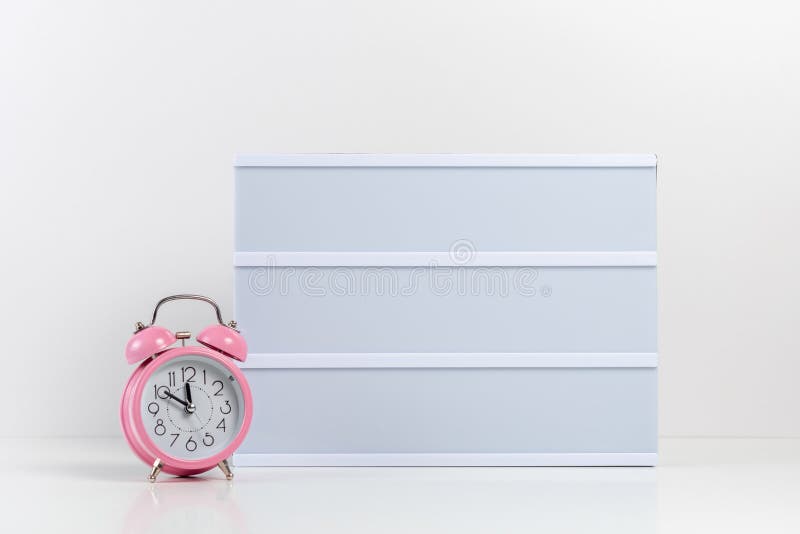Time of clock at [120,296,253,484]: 11:50
